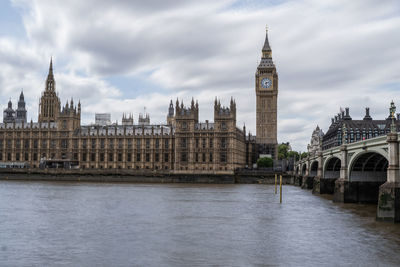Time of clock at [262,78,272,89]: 2:29
